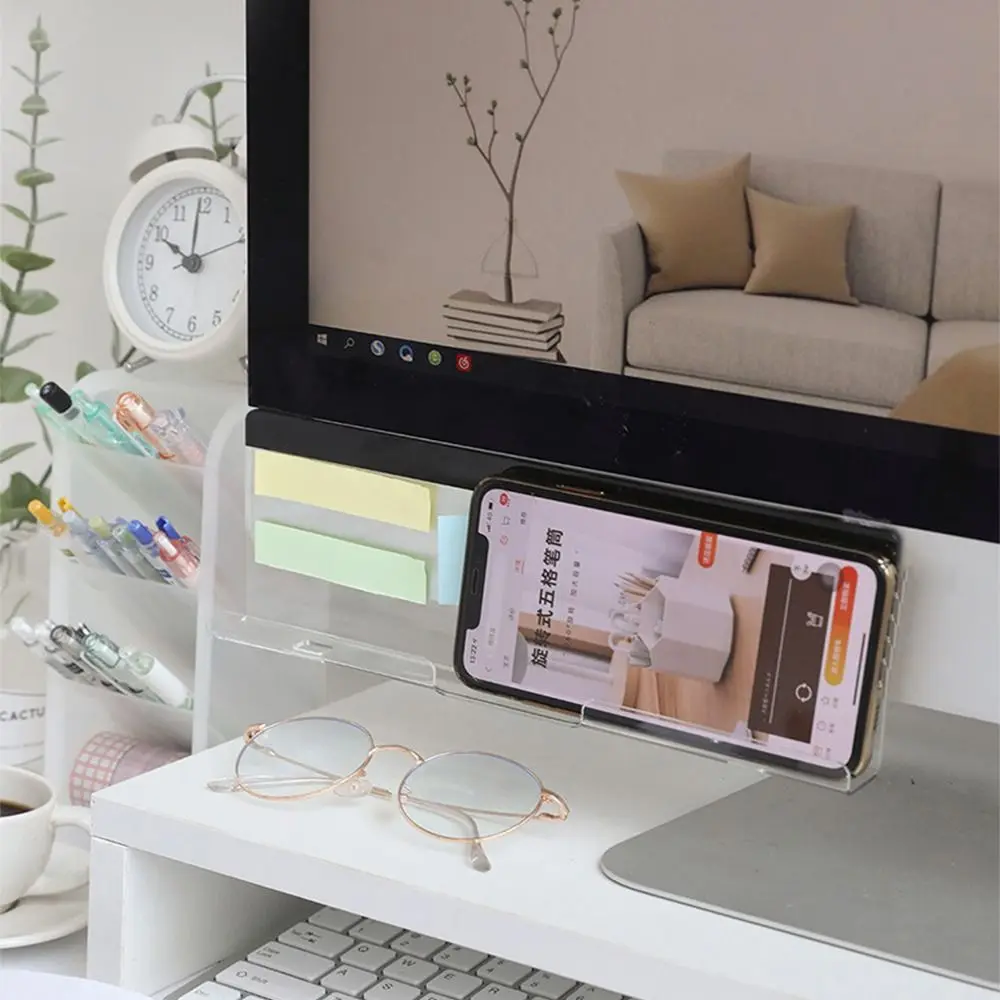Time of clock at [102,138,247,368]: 10:00
